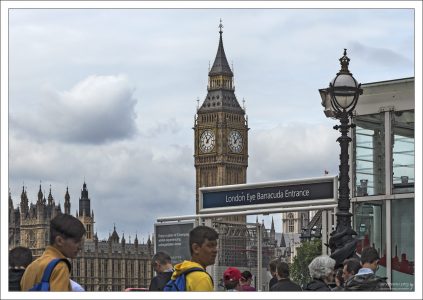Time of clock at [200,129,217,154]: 11:07
